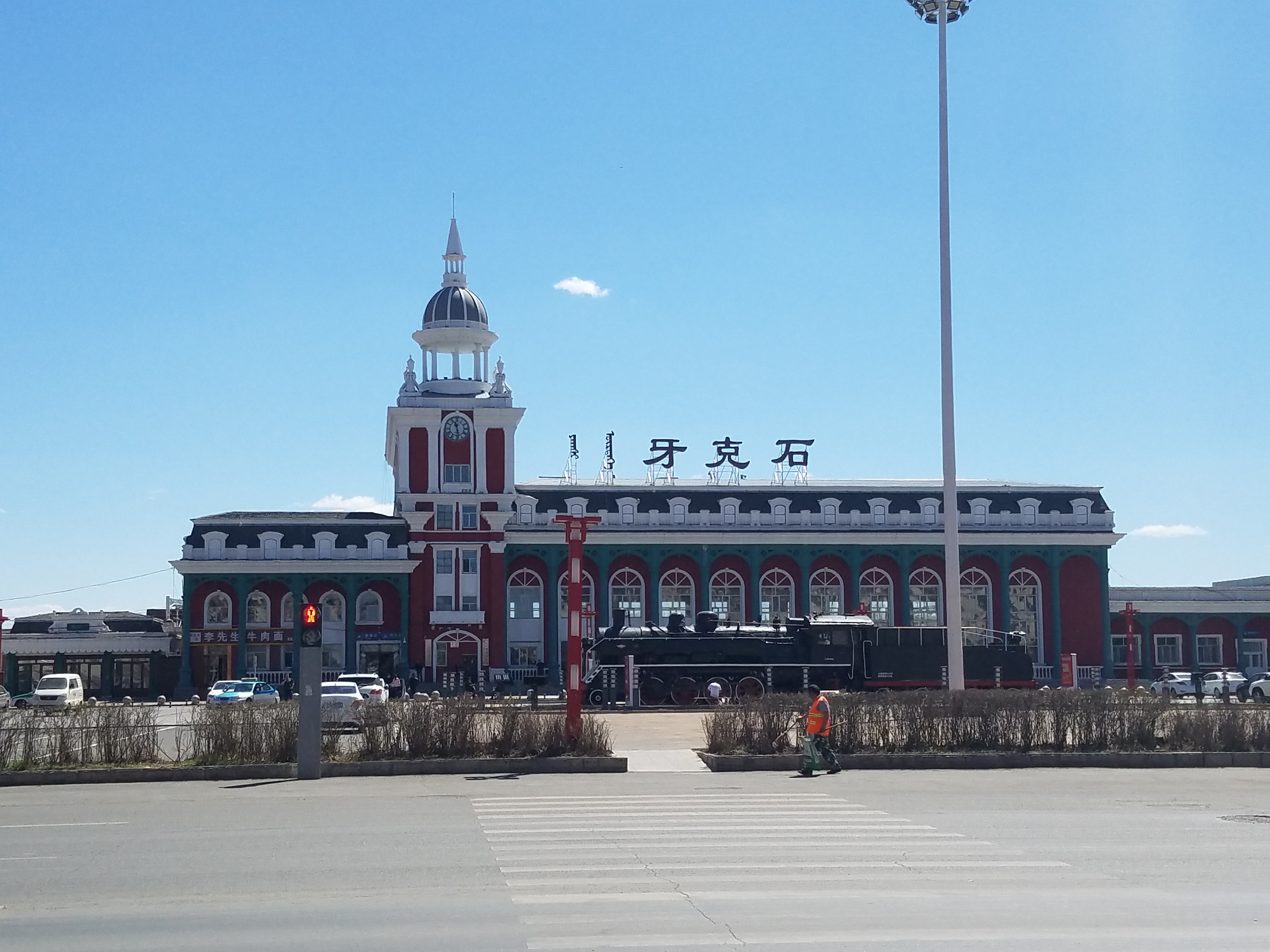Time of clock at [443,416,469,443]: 11:28
